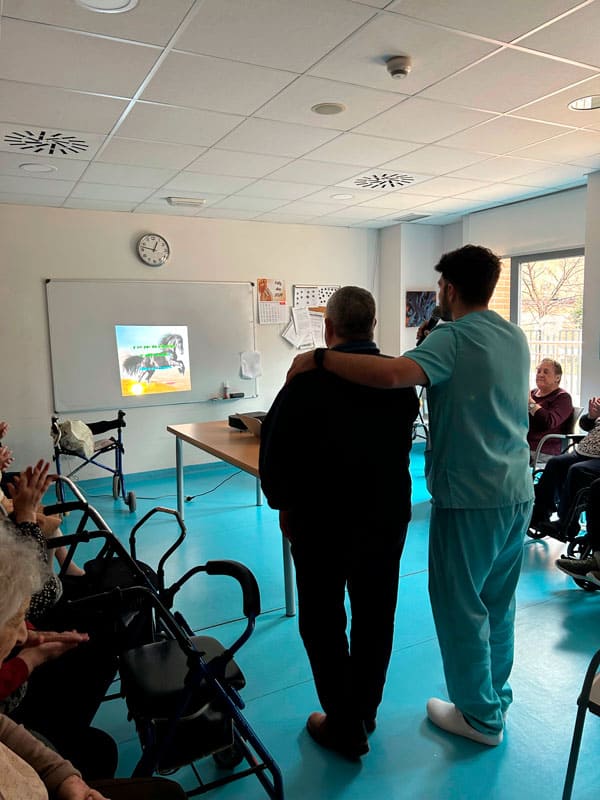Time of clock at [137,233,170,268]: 12:47
